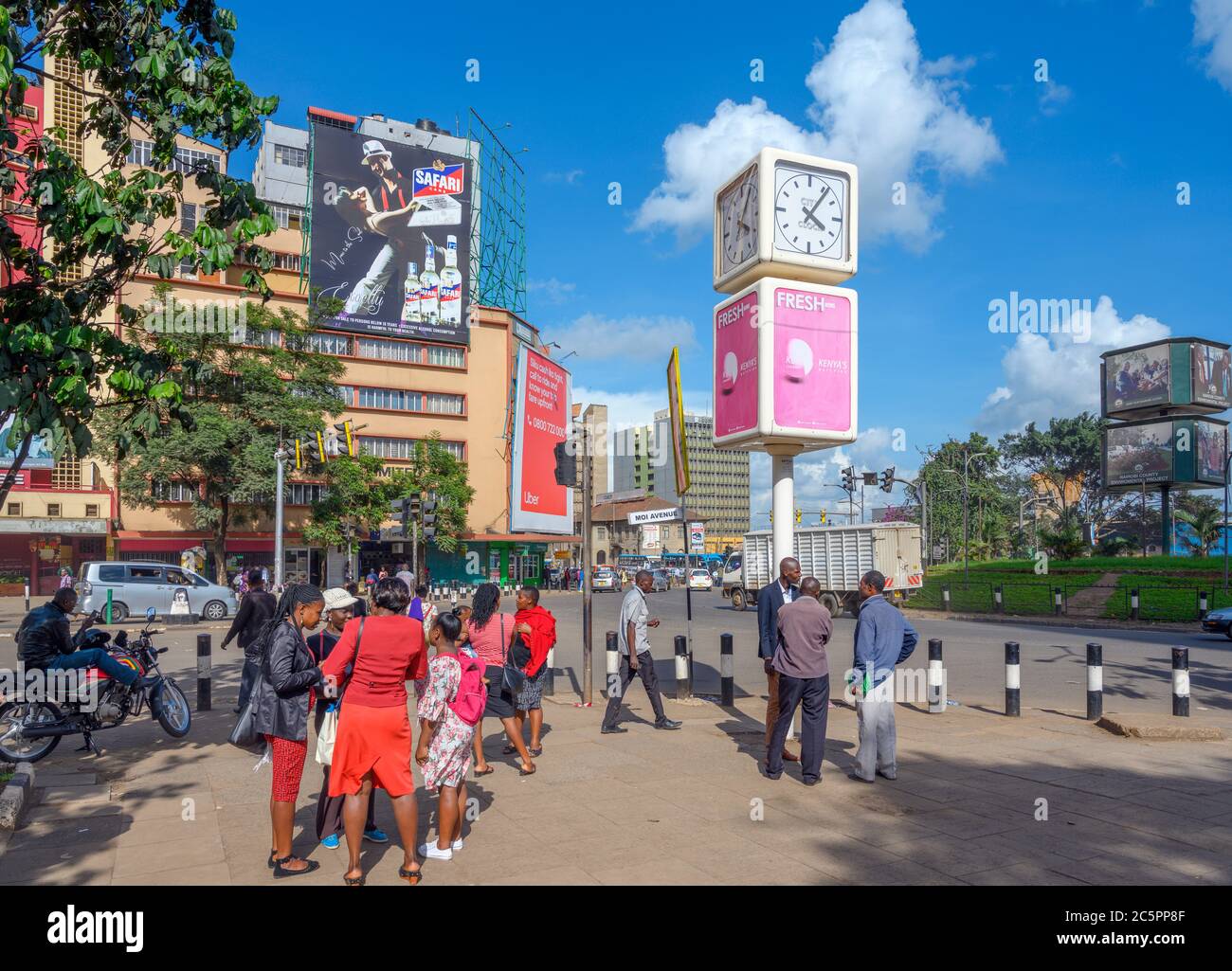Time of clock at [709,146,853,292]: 4:06
